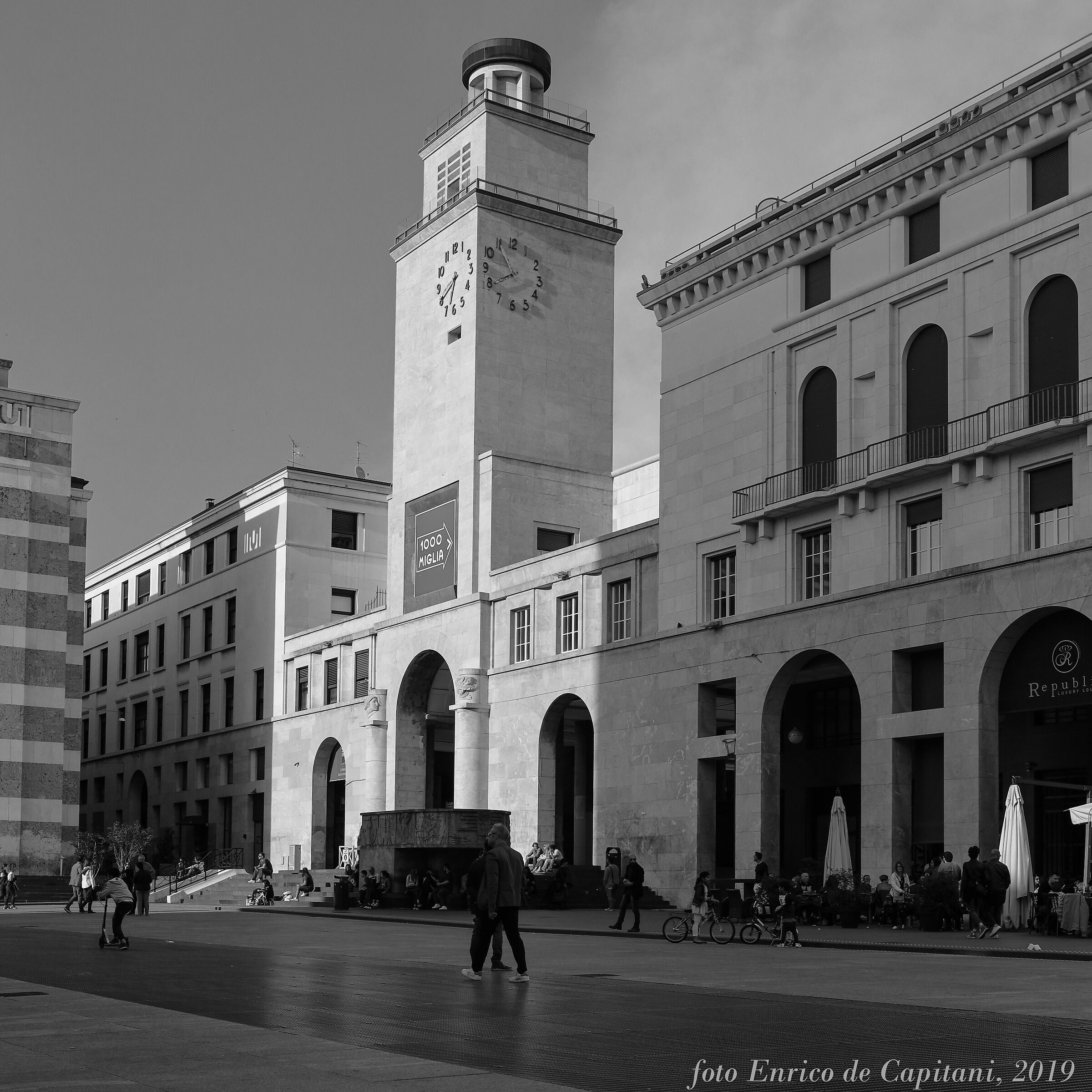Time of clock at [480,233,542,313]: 7:54
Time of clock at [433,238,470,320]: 6:40
